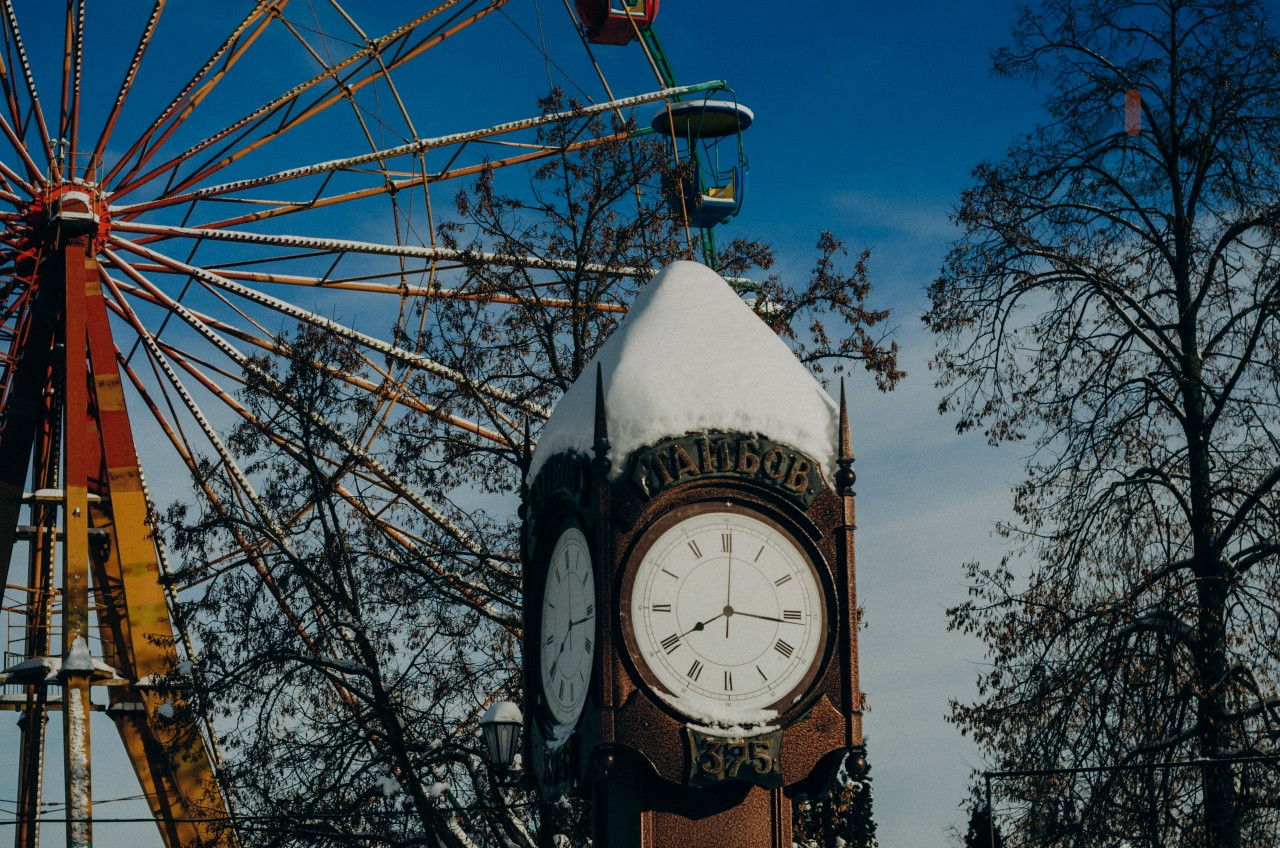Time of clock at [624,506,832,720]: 8:16
